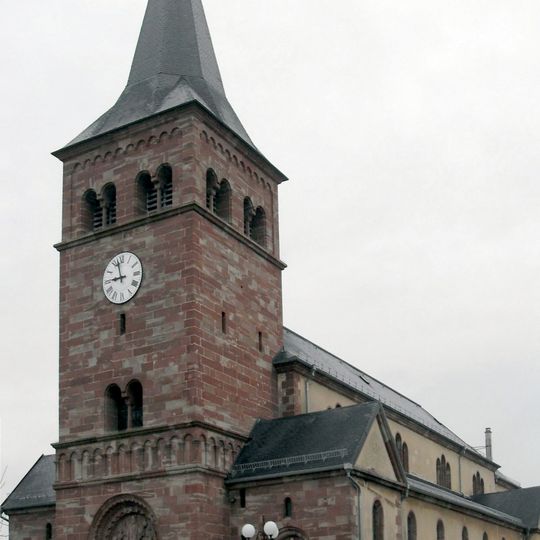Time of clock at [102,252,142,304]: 8:57
